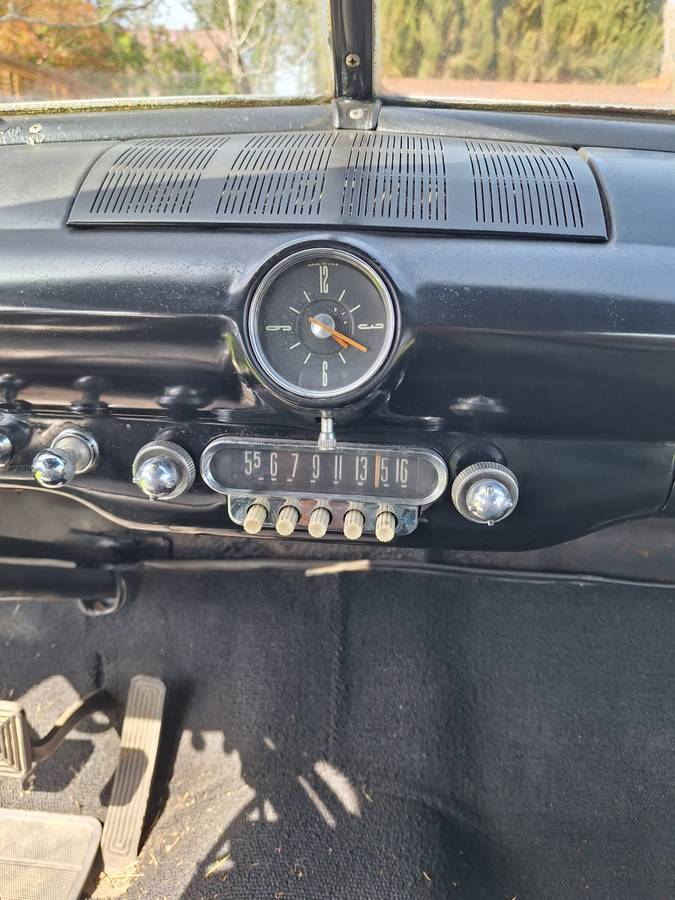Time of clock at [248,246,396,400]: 4:19
